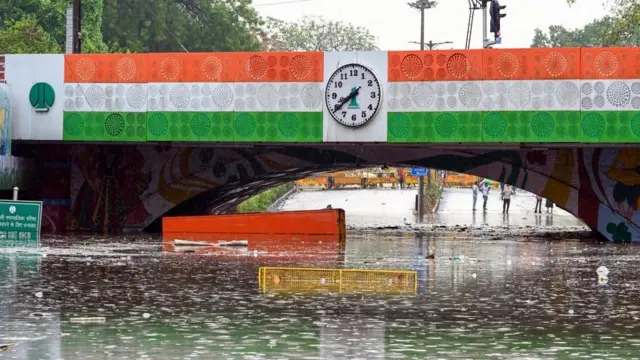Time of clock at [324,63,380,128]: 7:39
